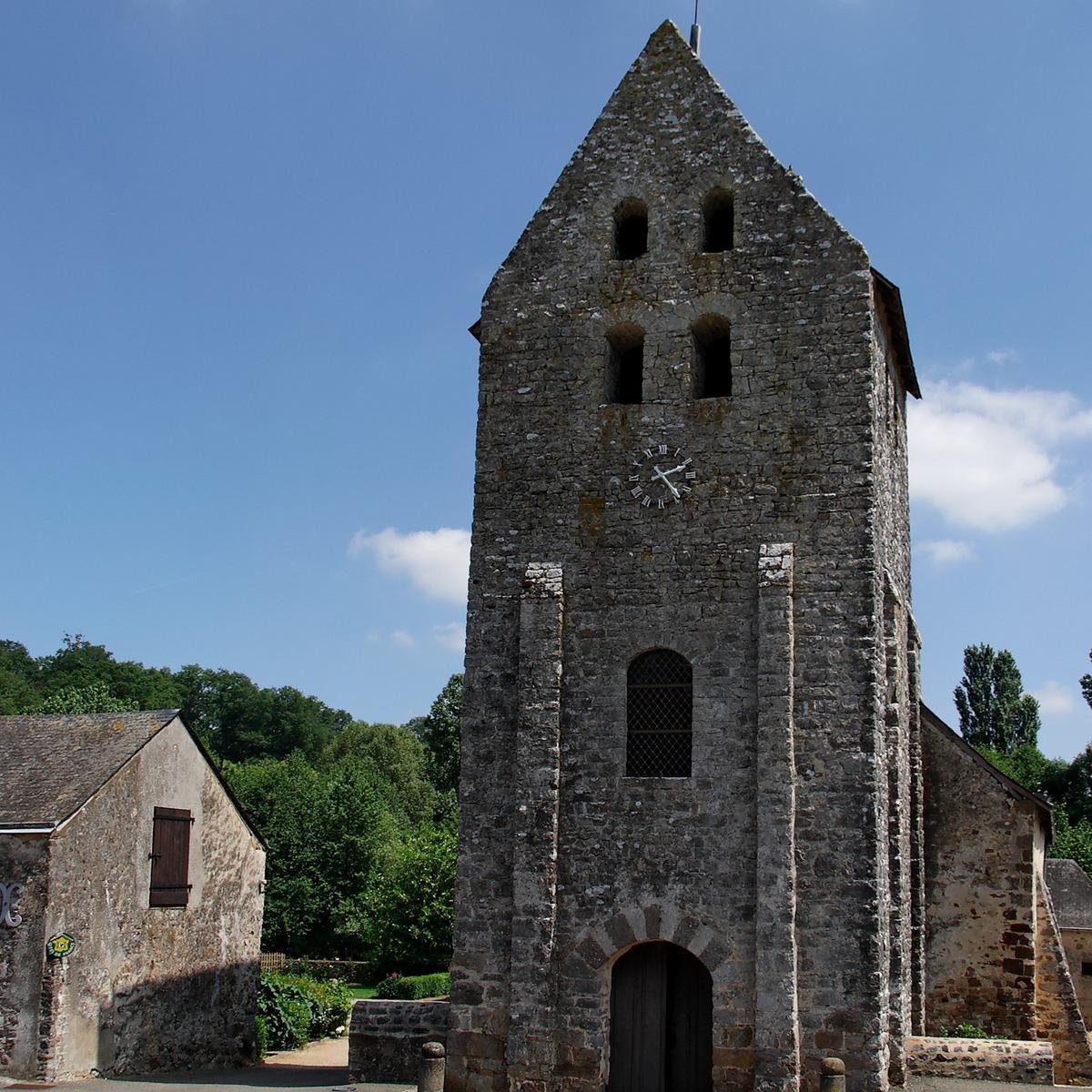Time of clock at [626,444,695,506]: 2:23
